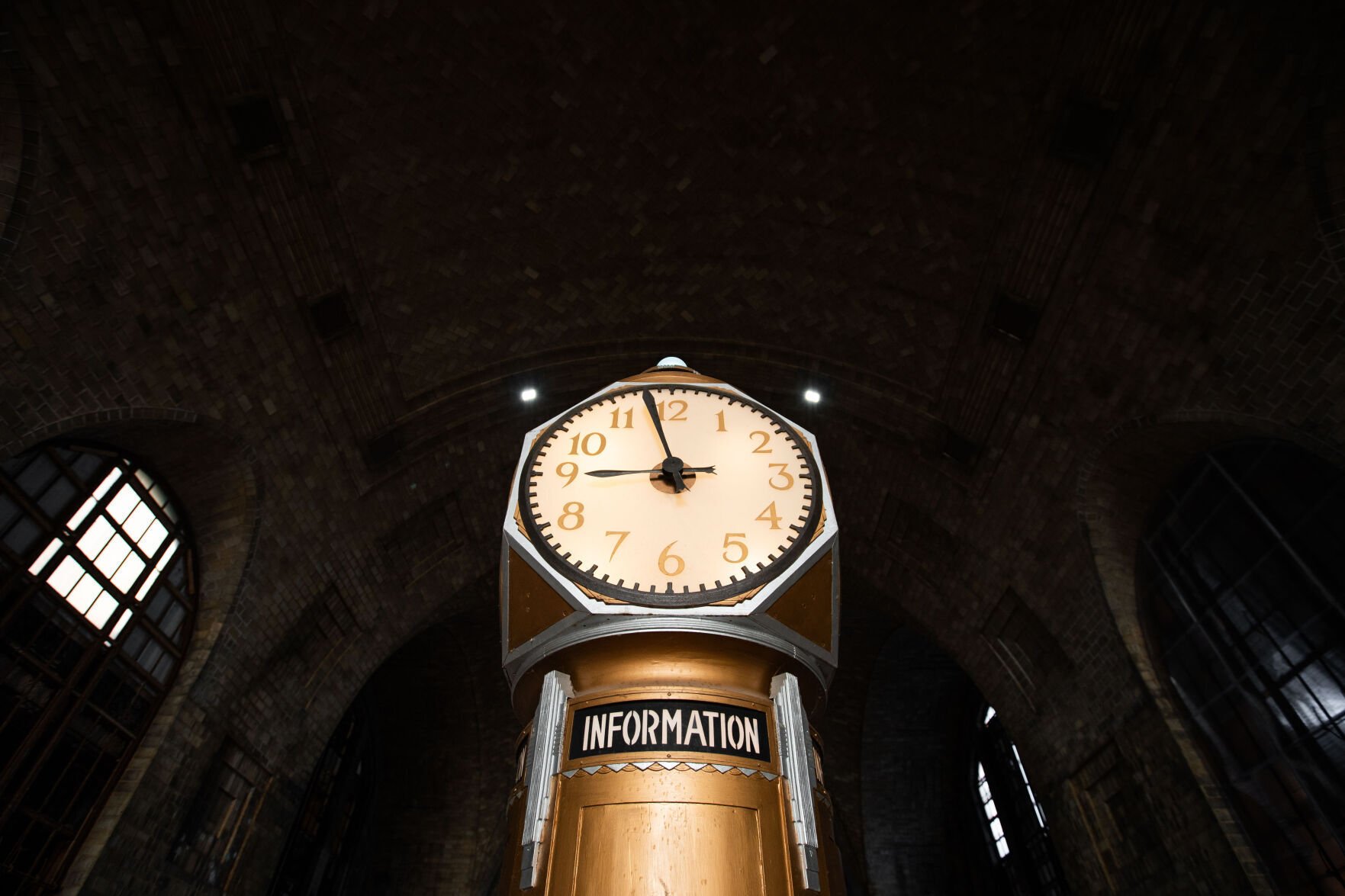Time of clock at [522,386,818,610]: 8:57
